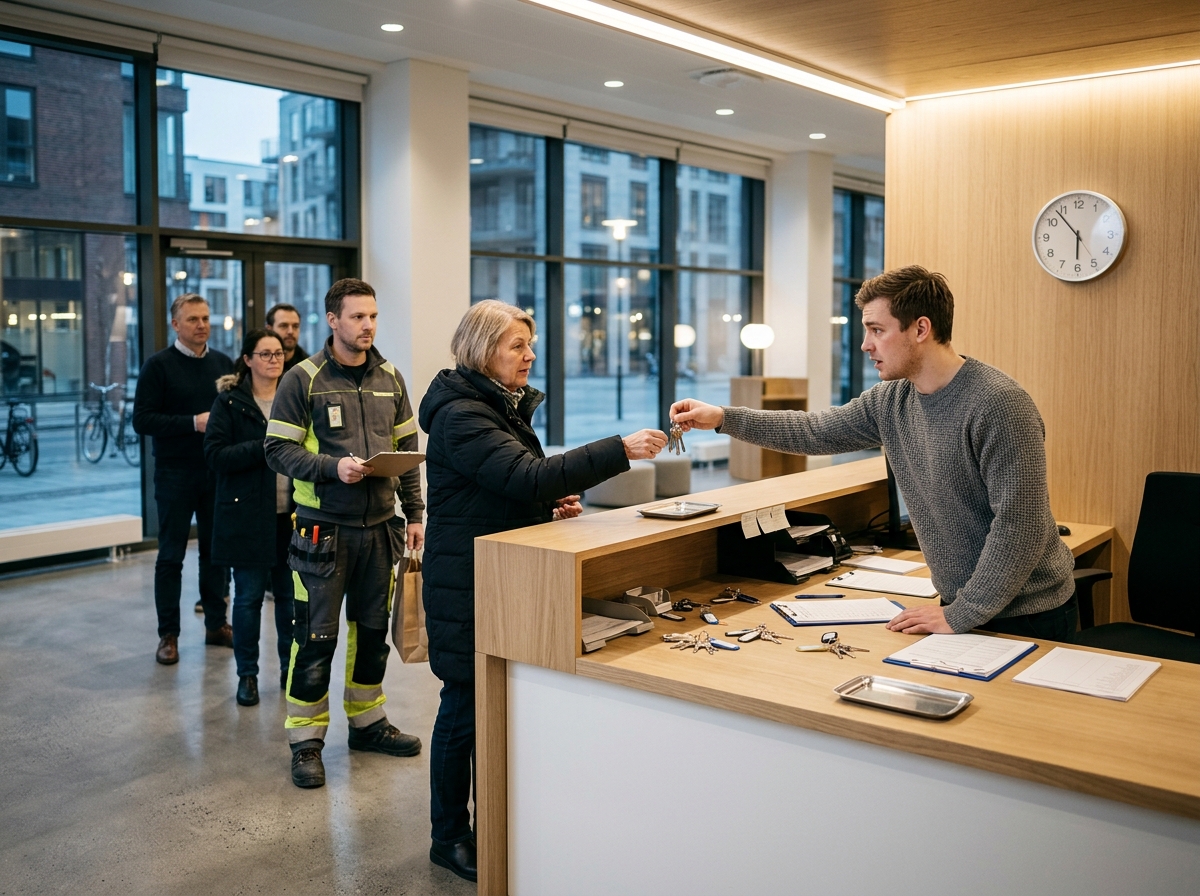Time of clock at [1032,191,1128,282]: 5:53
